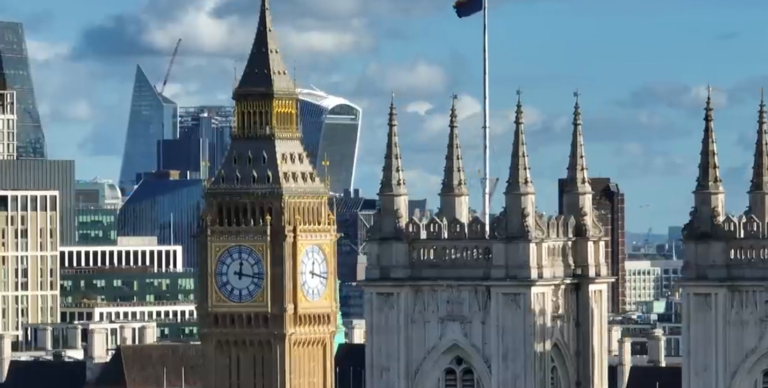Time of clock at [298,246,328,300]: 12:16
